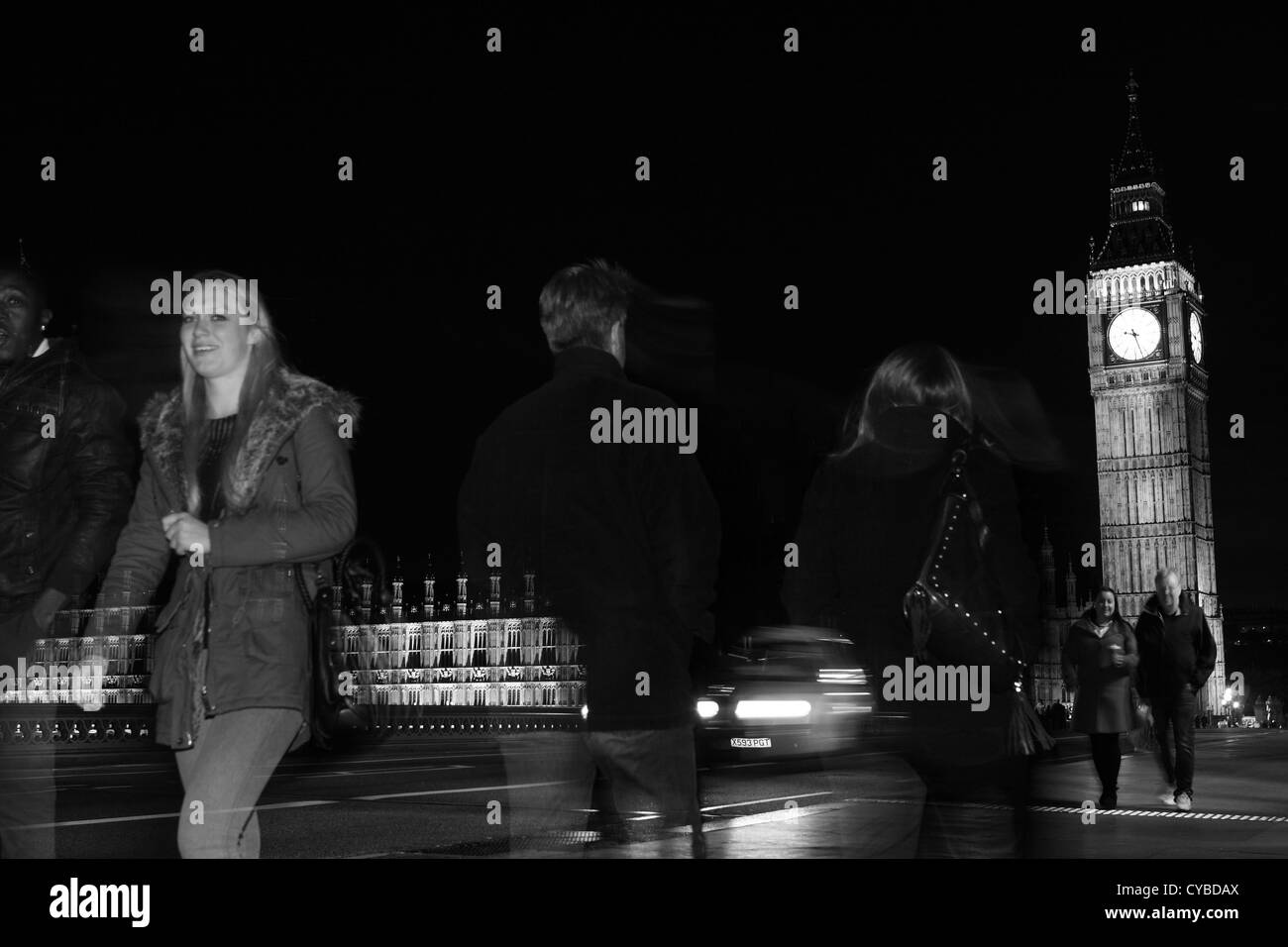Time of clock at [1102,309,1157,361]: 9:27
